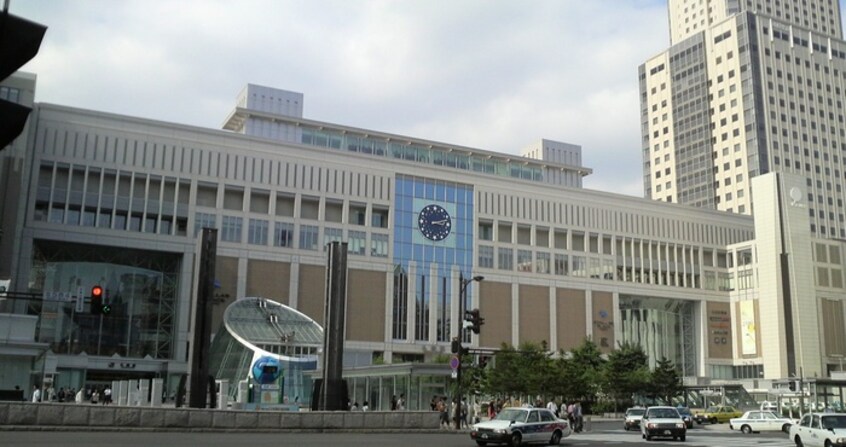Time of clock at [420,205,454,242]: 3:12
